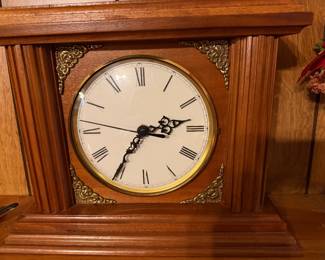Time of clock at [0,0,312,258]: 2:35
